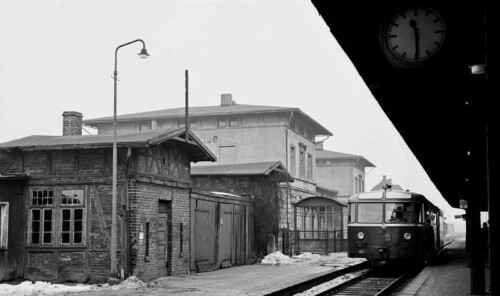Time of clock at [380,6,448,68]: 11:29
